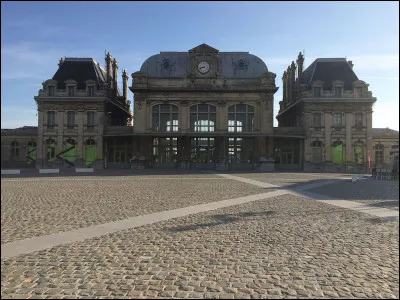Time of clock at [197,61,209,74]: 8:42
